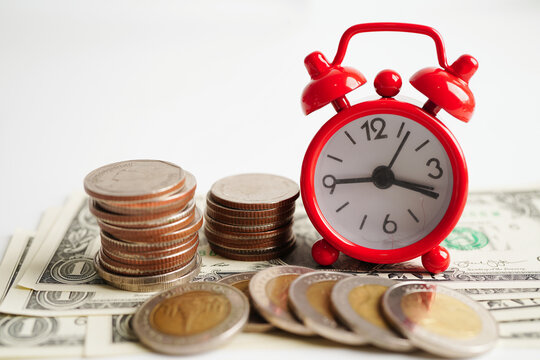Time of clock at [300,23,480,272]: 3:45
